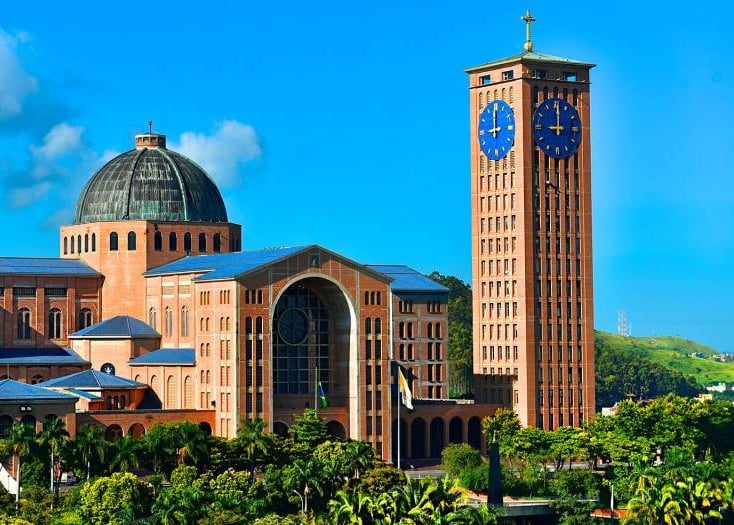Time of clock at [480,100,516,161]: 8:59
